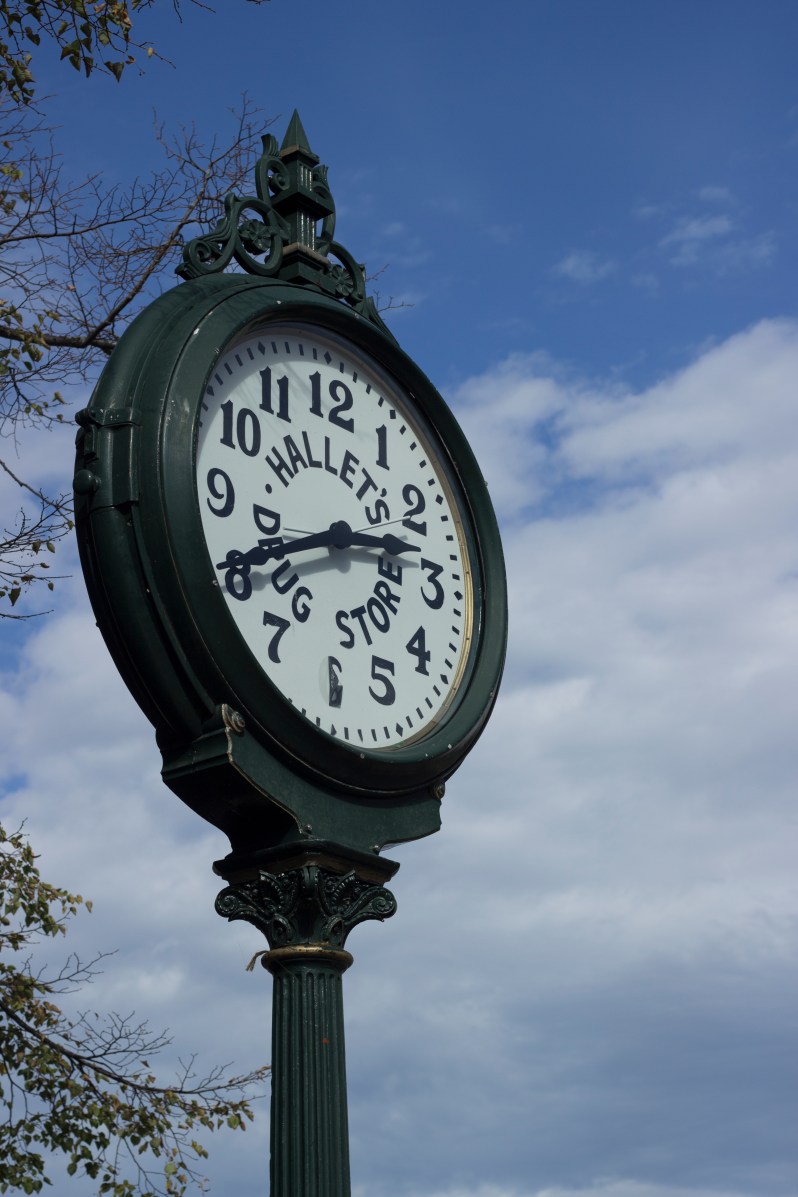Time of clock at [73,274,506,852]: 2:40
